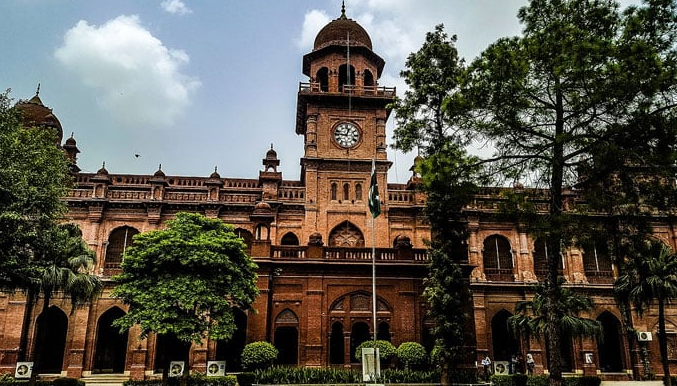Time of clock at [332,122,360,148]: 12:46
